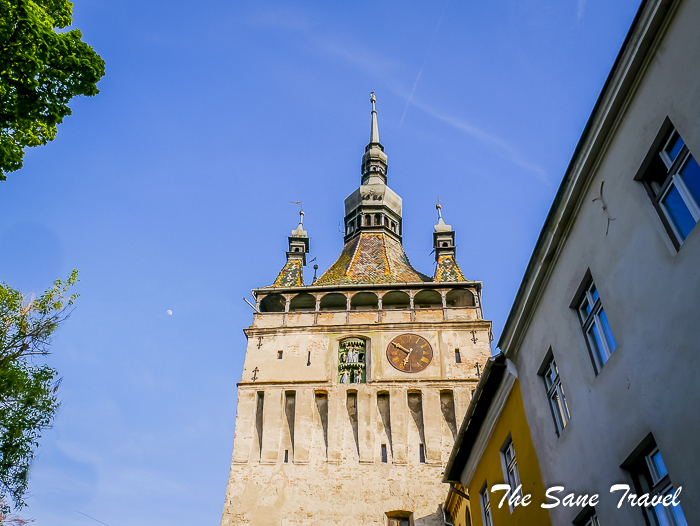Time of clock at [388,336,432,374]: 6:50
